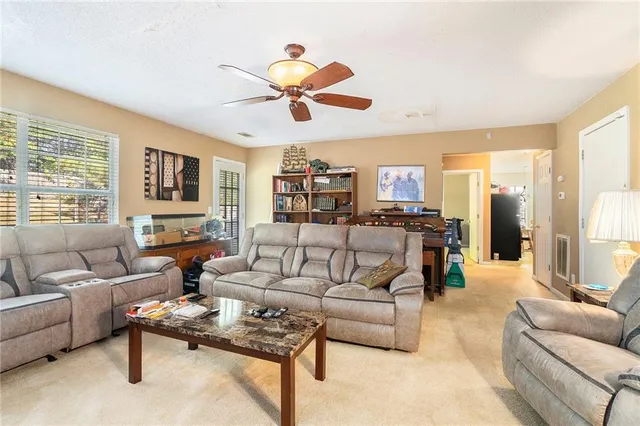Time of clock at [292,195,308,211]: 1:50
